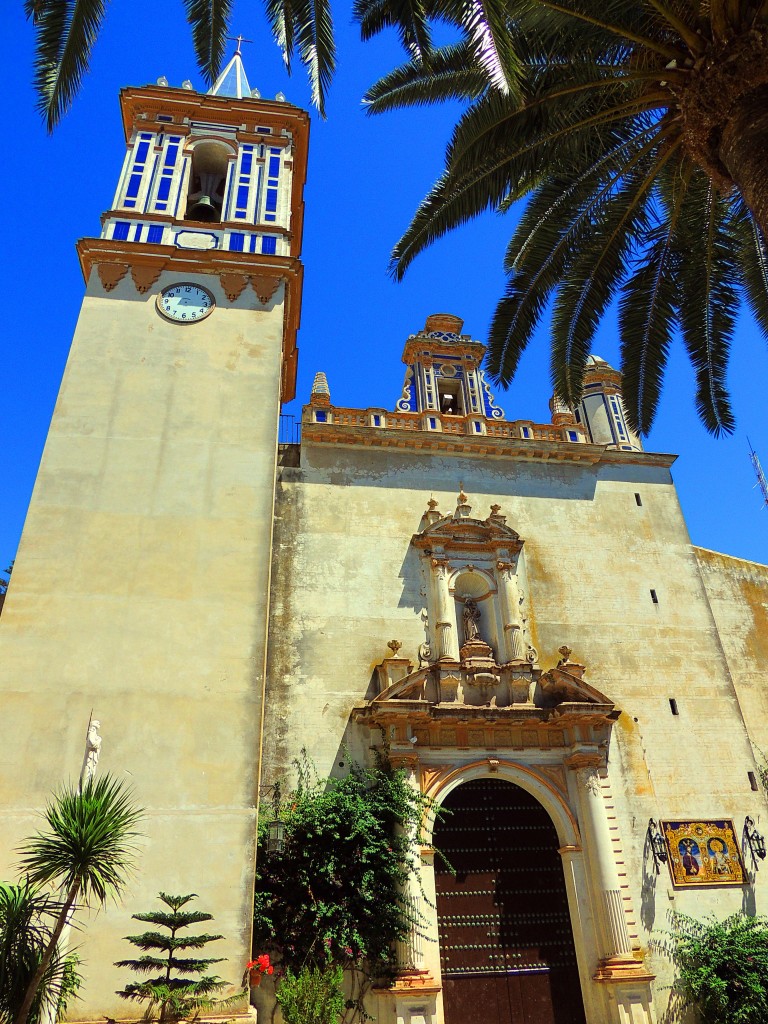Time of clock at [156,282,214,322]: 3:16
